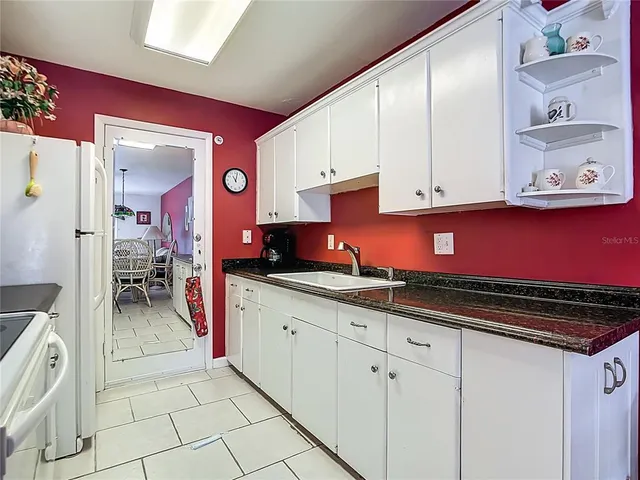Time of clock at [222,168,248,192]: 11:02
